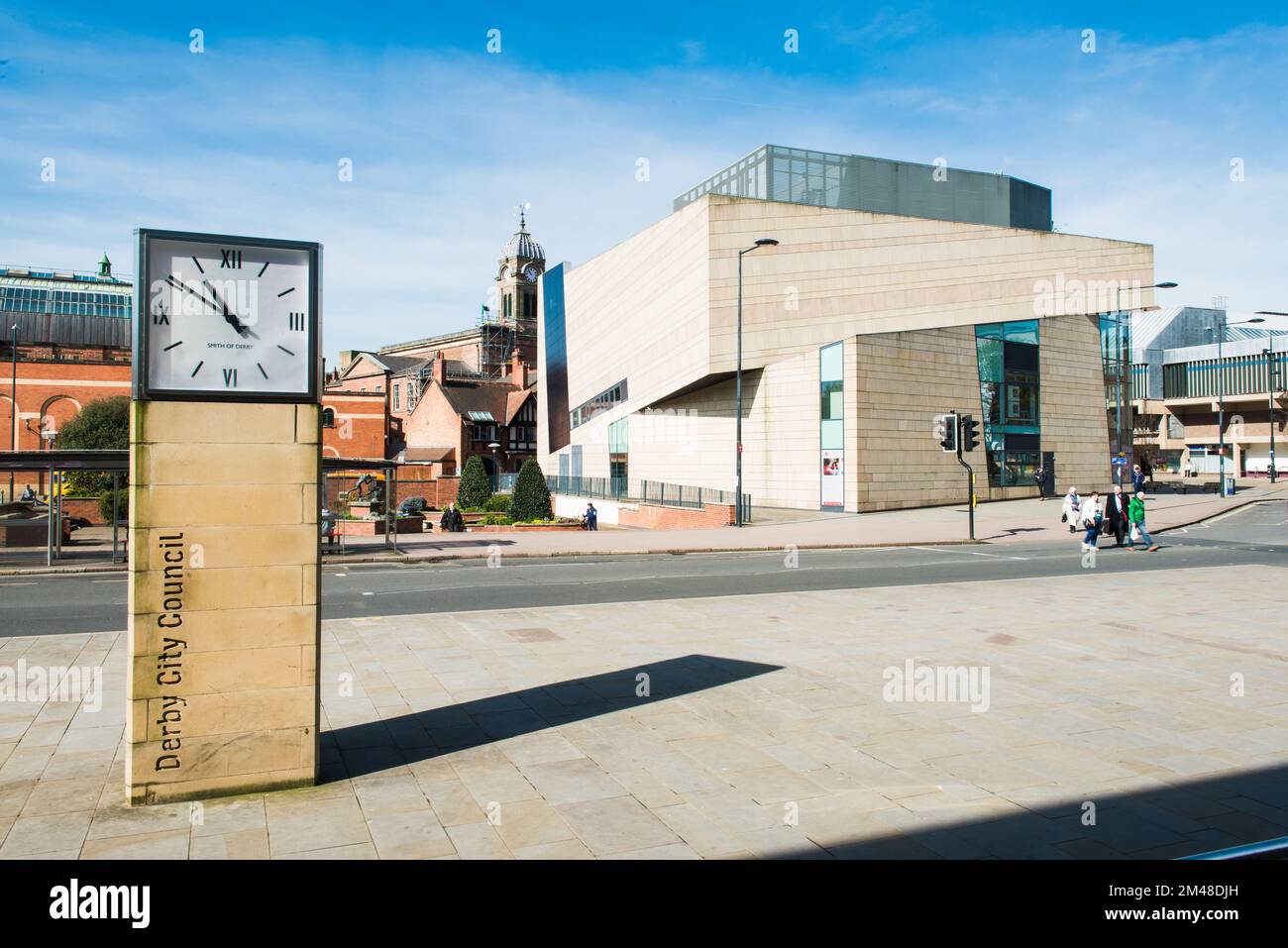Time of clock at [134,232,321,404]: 10:50
